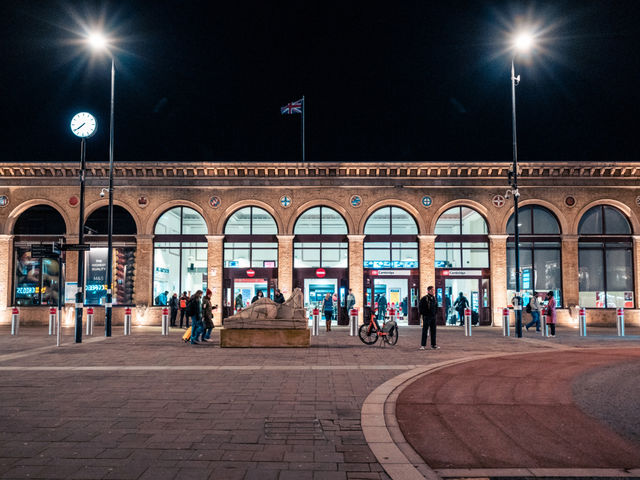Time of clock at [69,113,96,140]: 7:39
